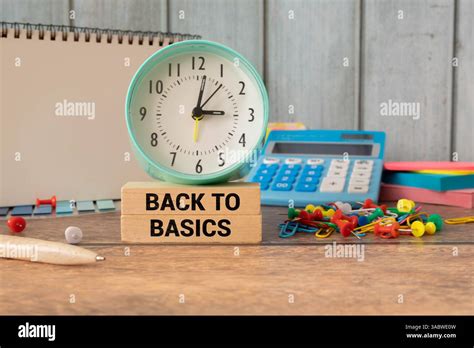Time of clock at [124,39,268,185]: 3:01
